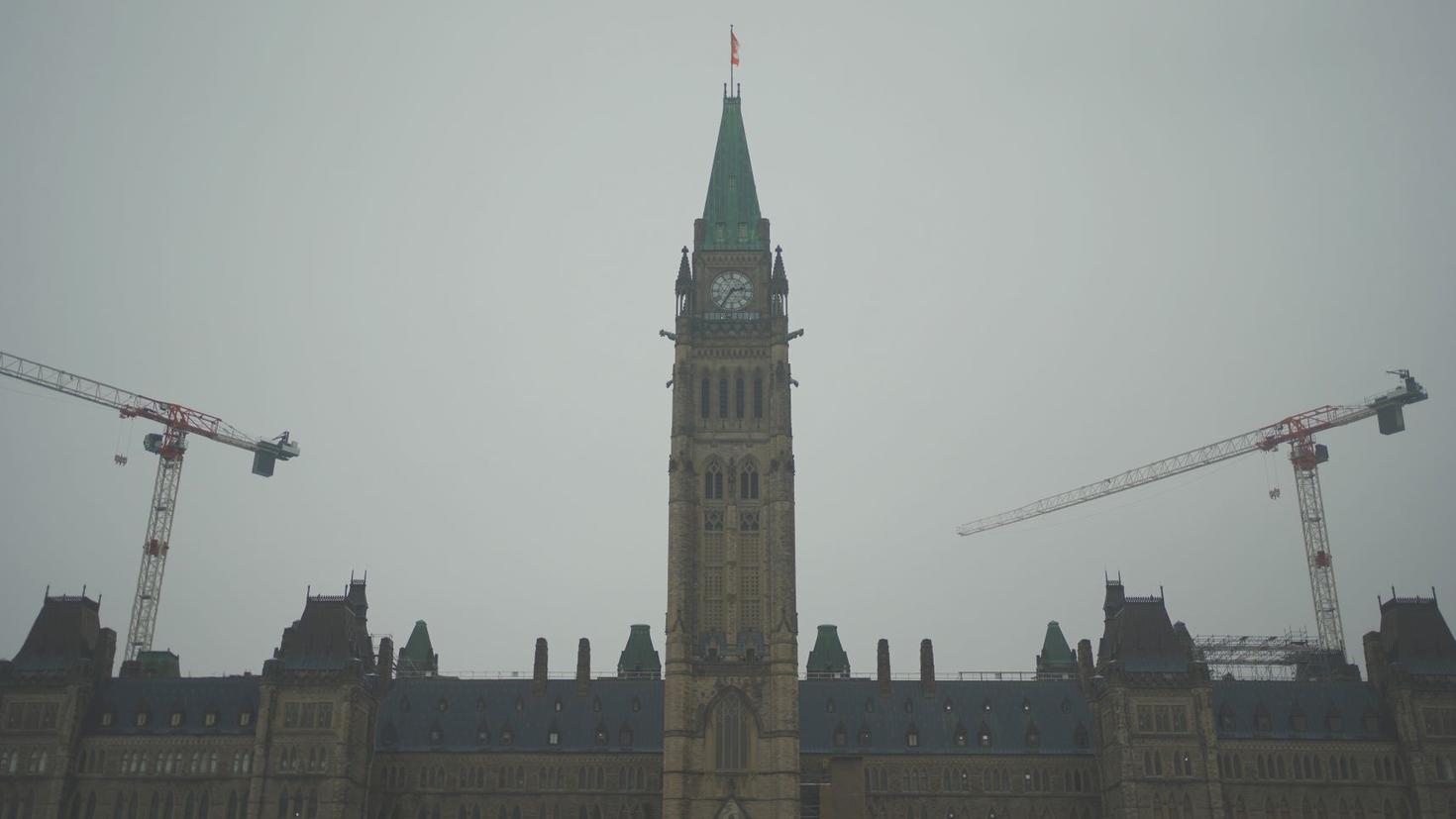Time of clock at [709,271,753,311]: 2:36
